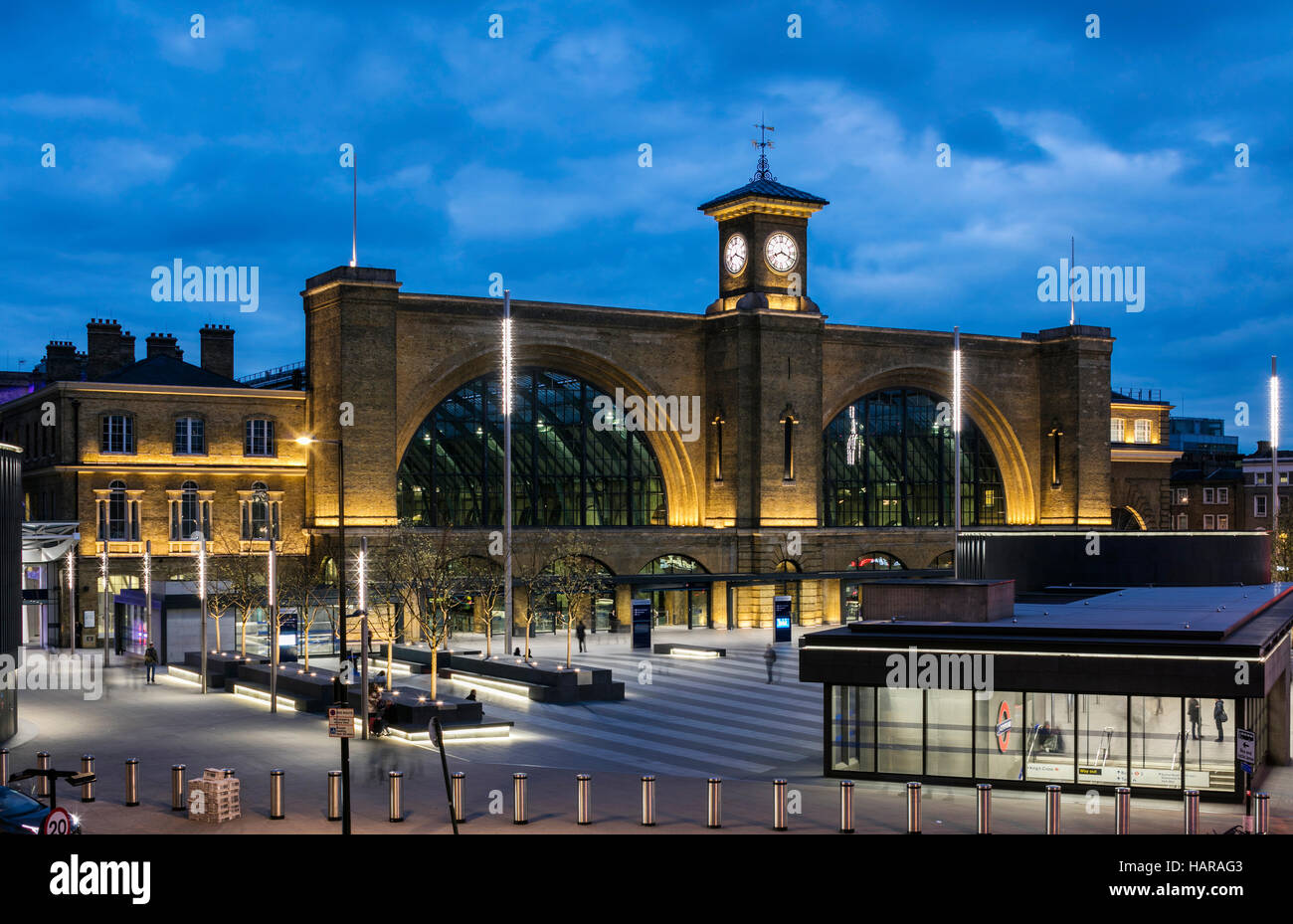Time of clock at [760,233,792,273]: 8:18
